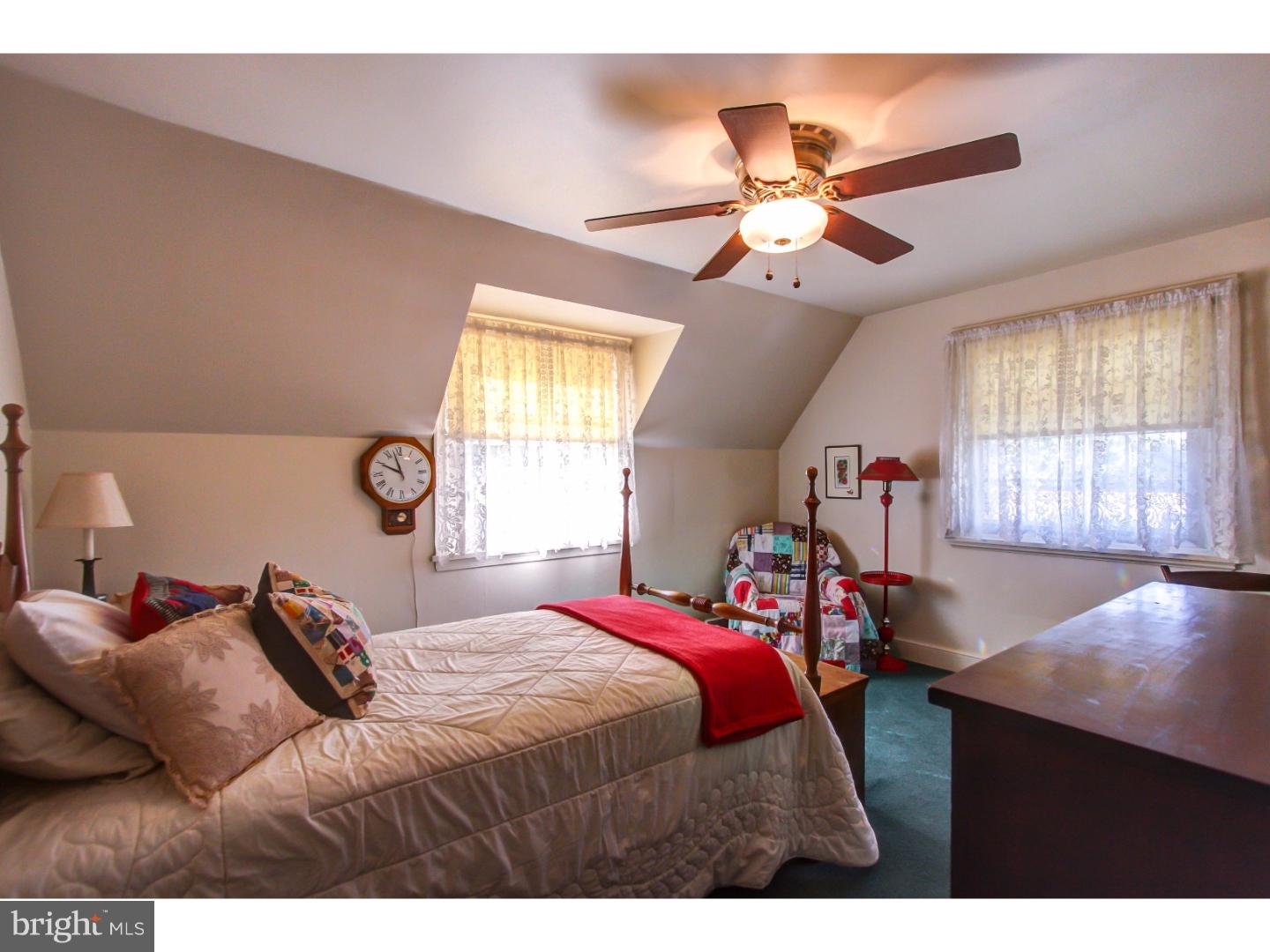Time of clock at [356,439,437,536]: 9:57
